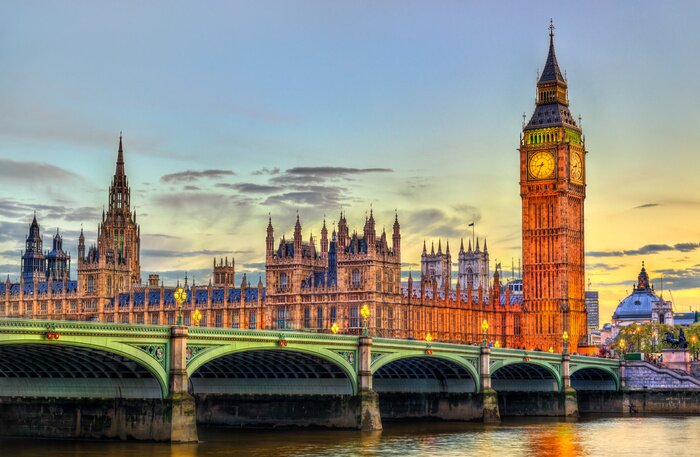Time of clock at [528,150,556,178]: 8:34
